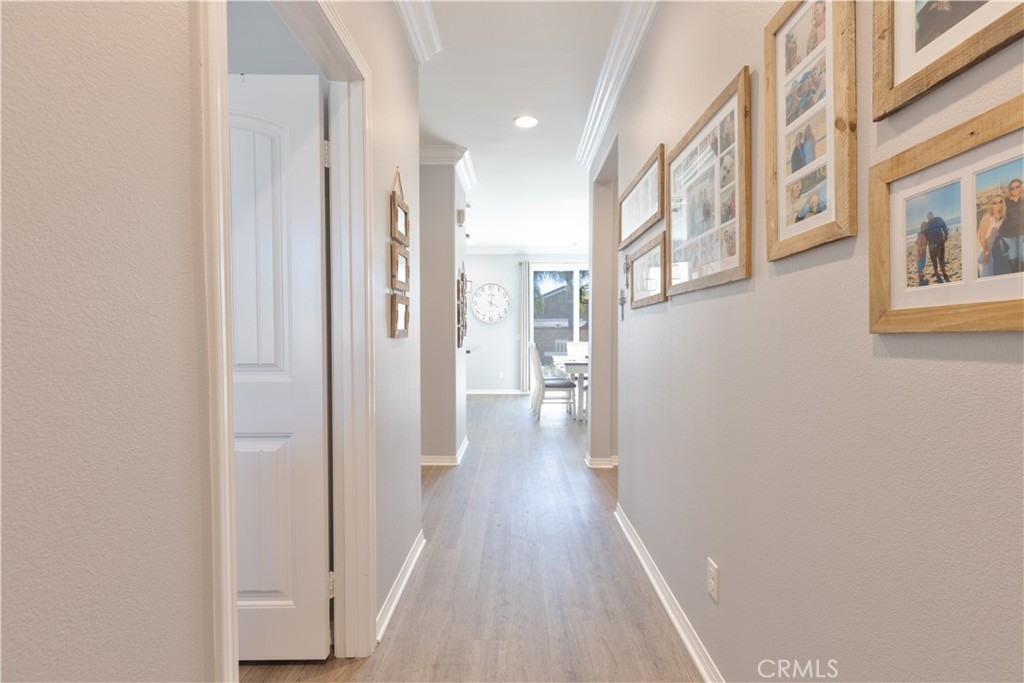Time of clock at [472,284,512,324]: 4:01
